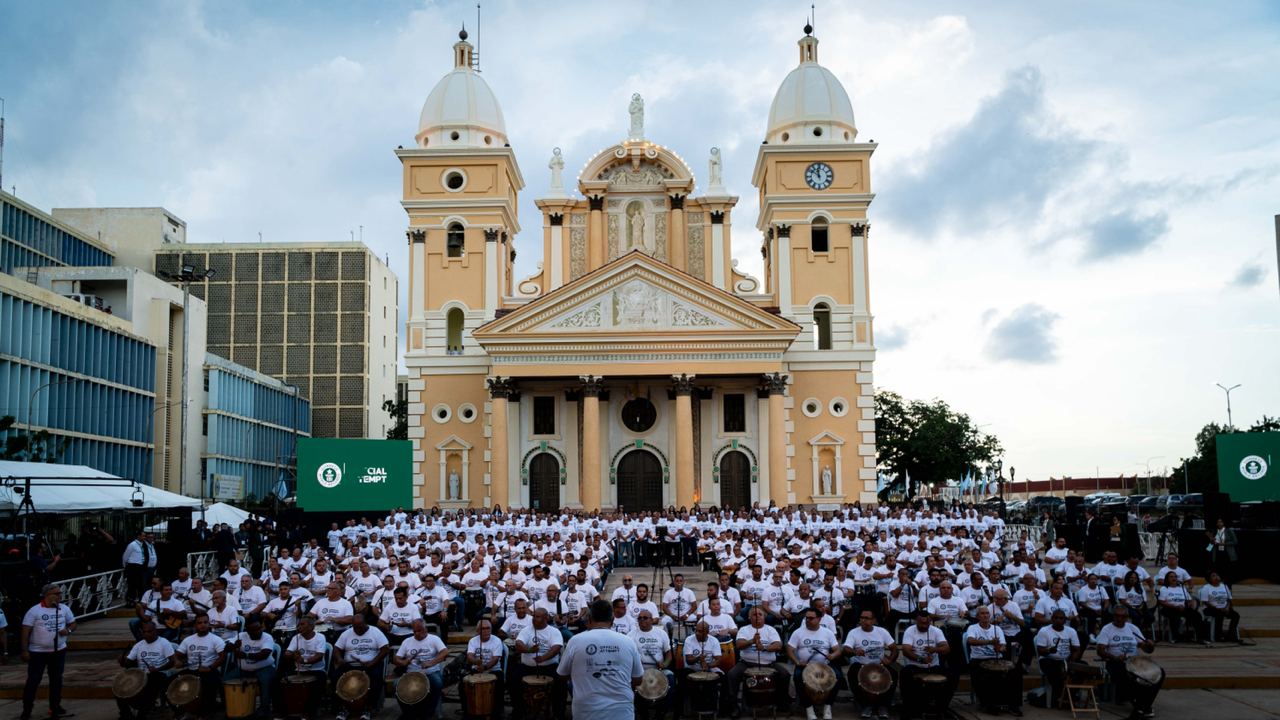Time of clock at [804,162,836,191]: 11:51
